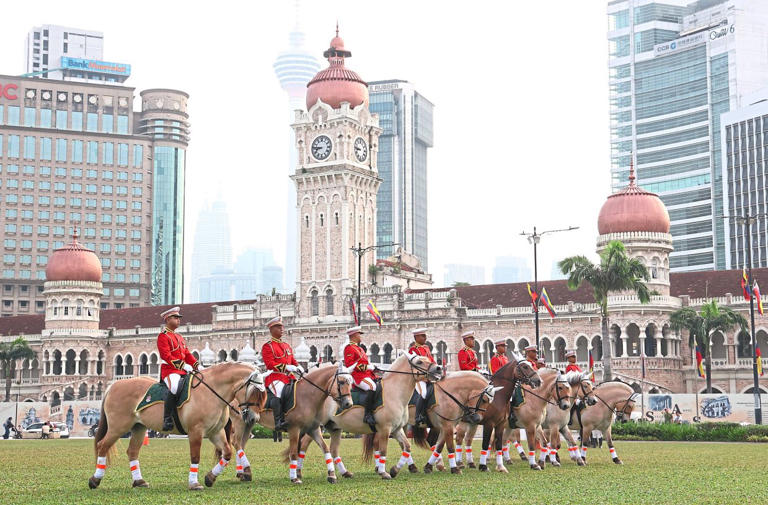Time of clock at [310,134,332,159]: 8:46
